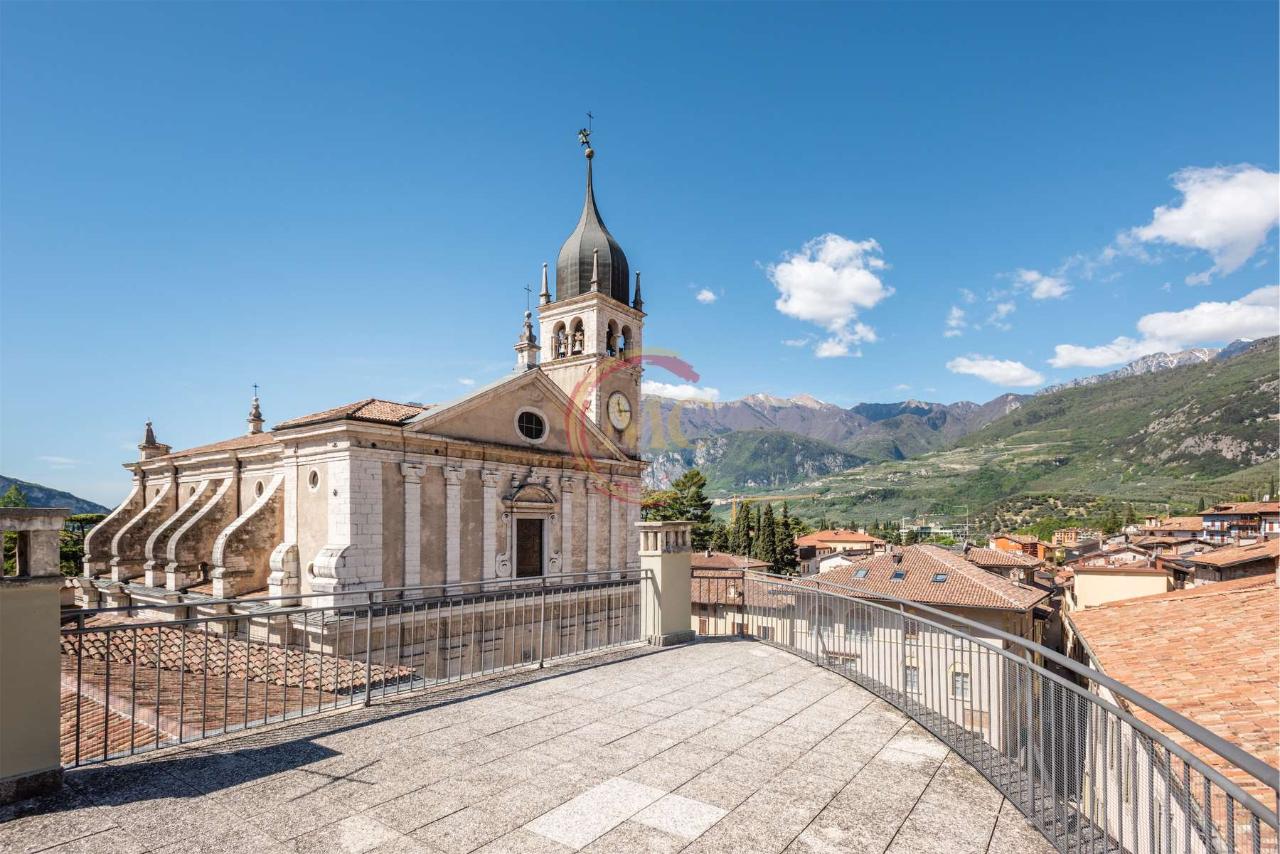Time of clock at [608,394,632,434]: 11:13
